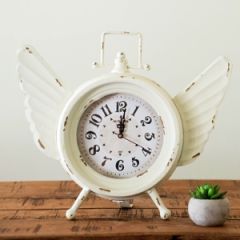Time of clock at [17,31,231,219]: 12:01
